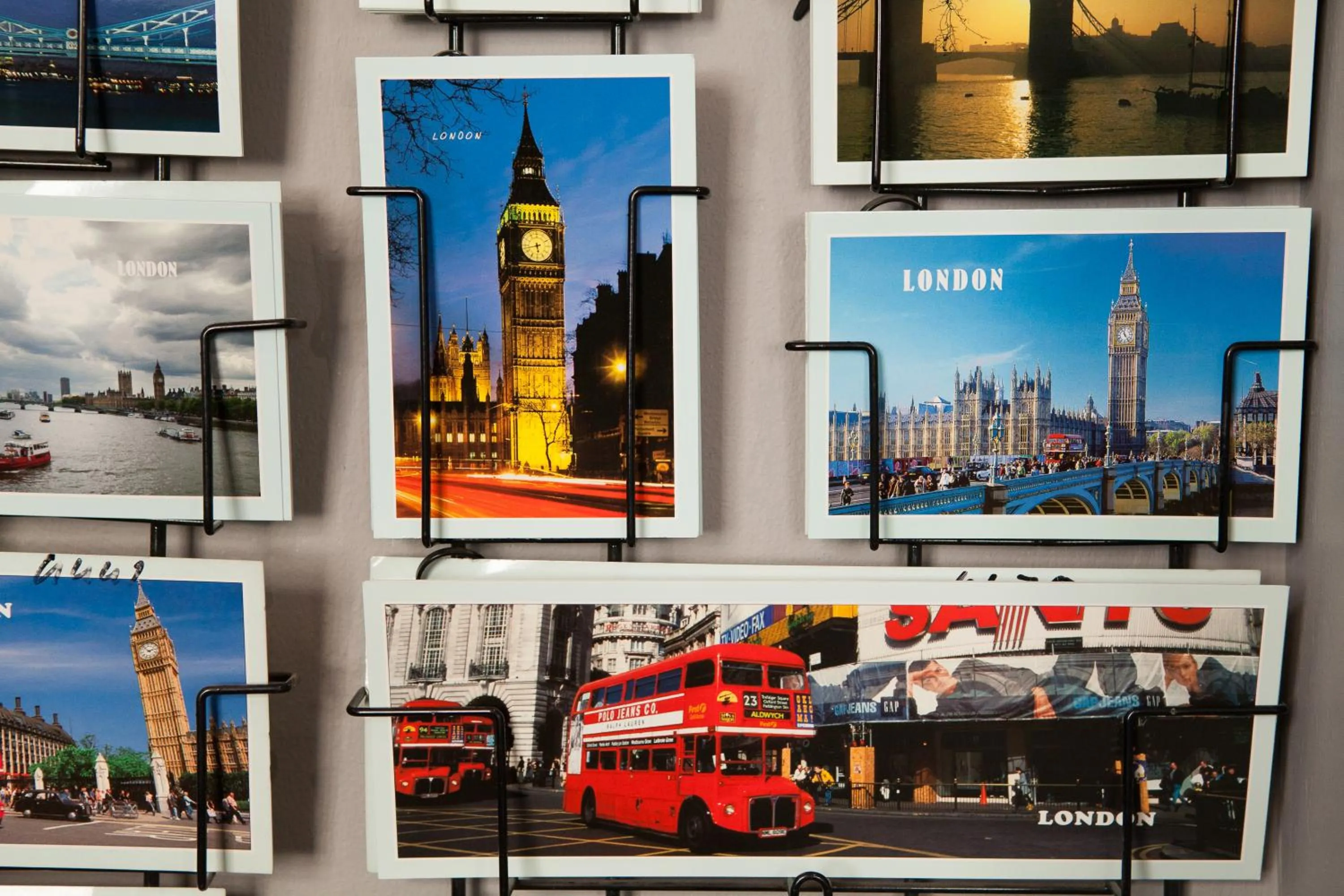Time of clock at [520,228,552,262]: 5:42
